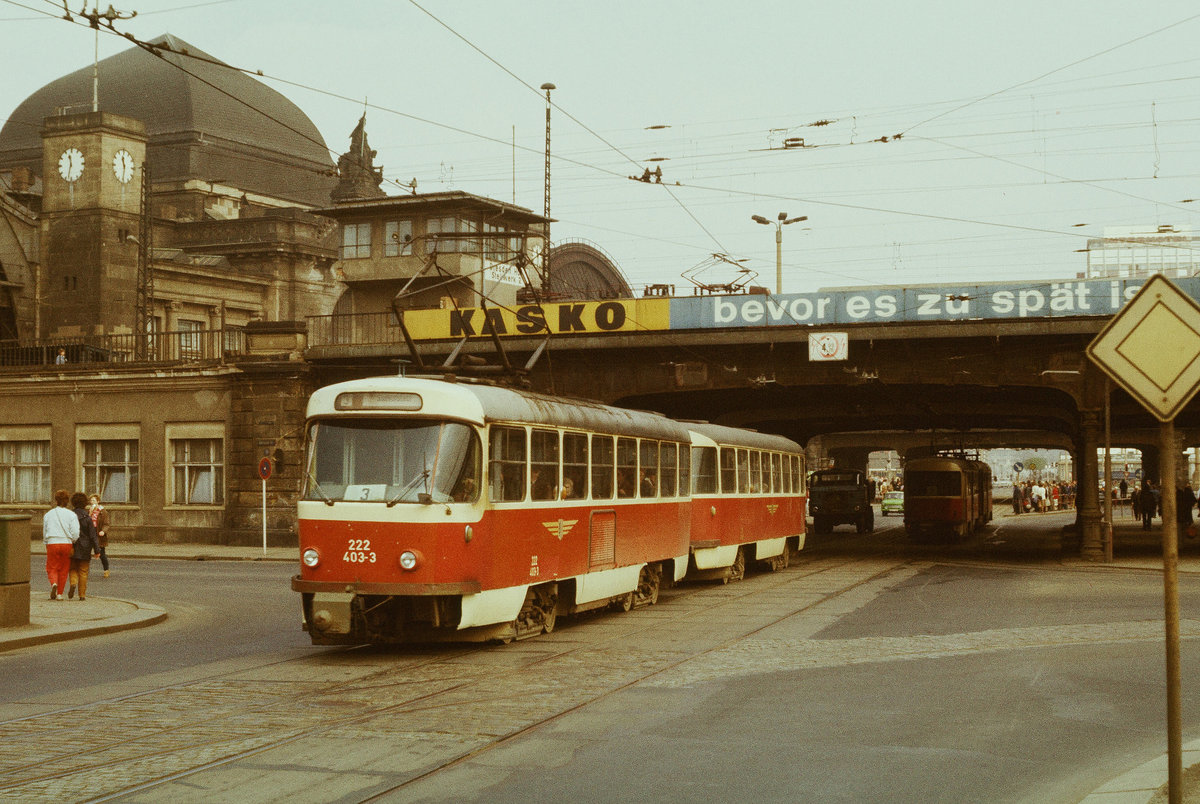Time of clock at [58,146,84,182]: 11:32
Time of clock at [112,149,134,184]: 11:31
